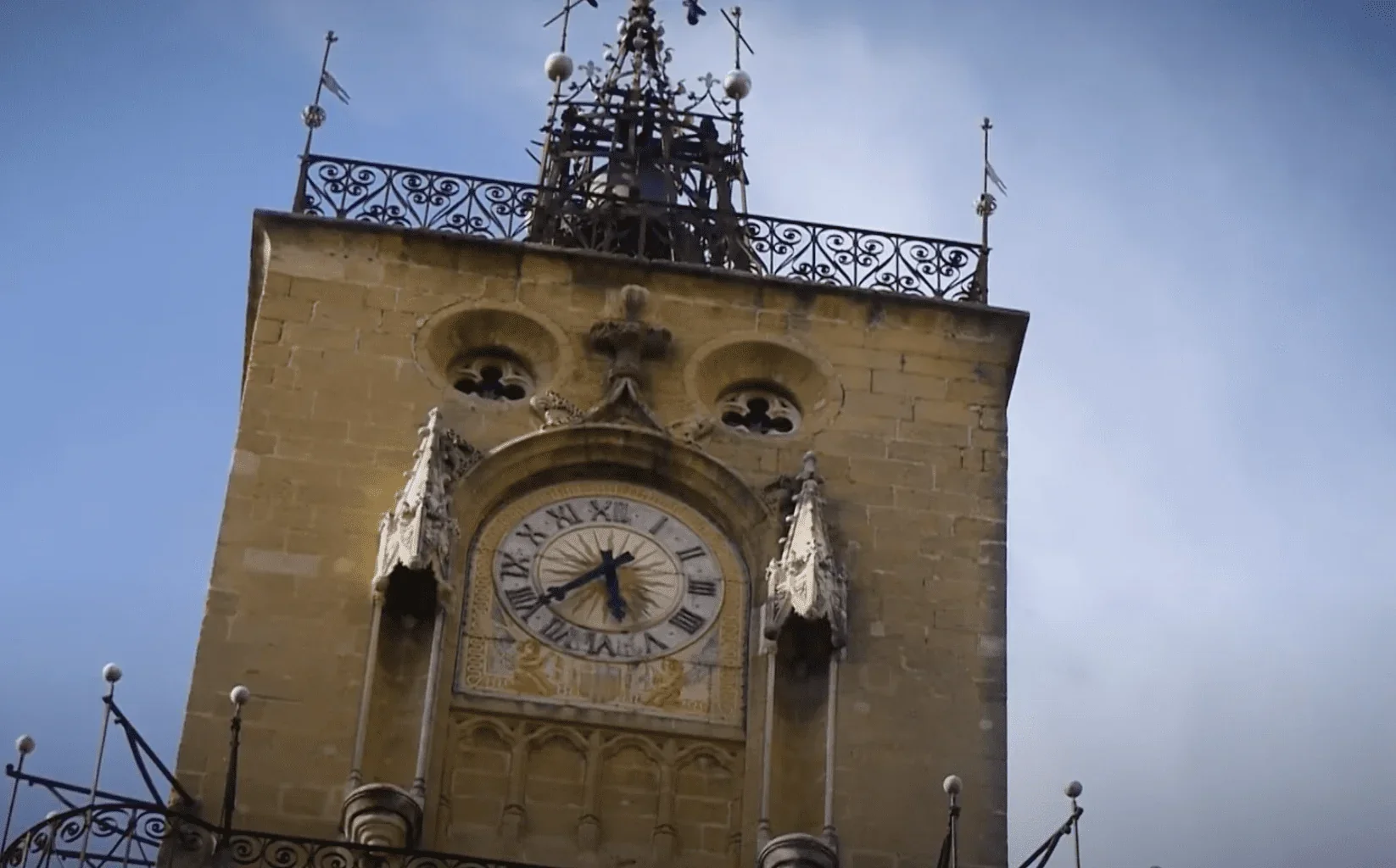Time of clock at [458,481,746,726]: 5:38
